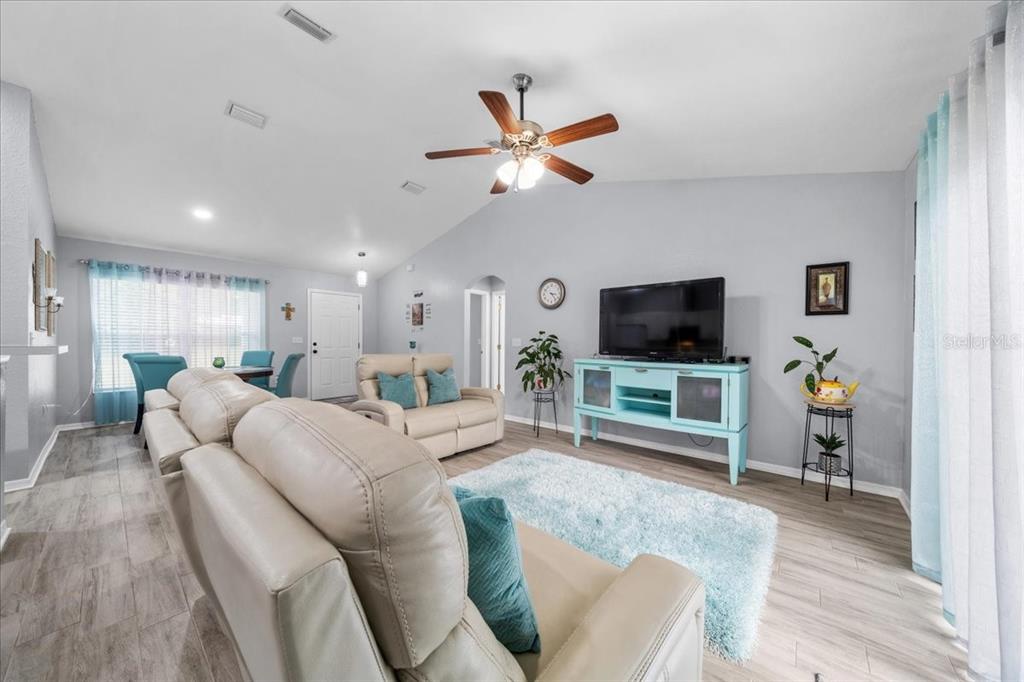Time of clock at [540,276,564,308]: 3:23
